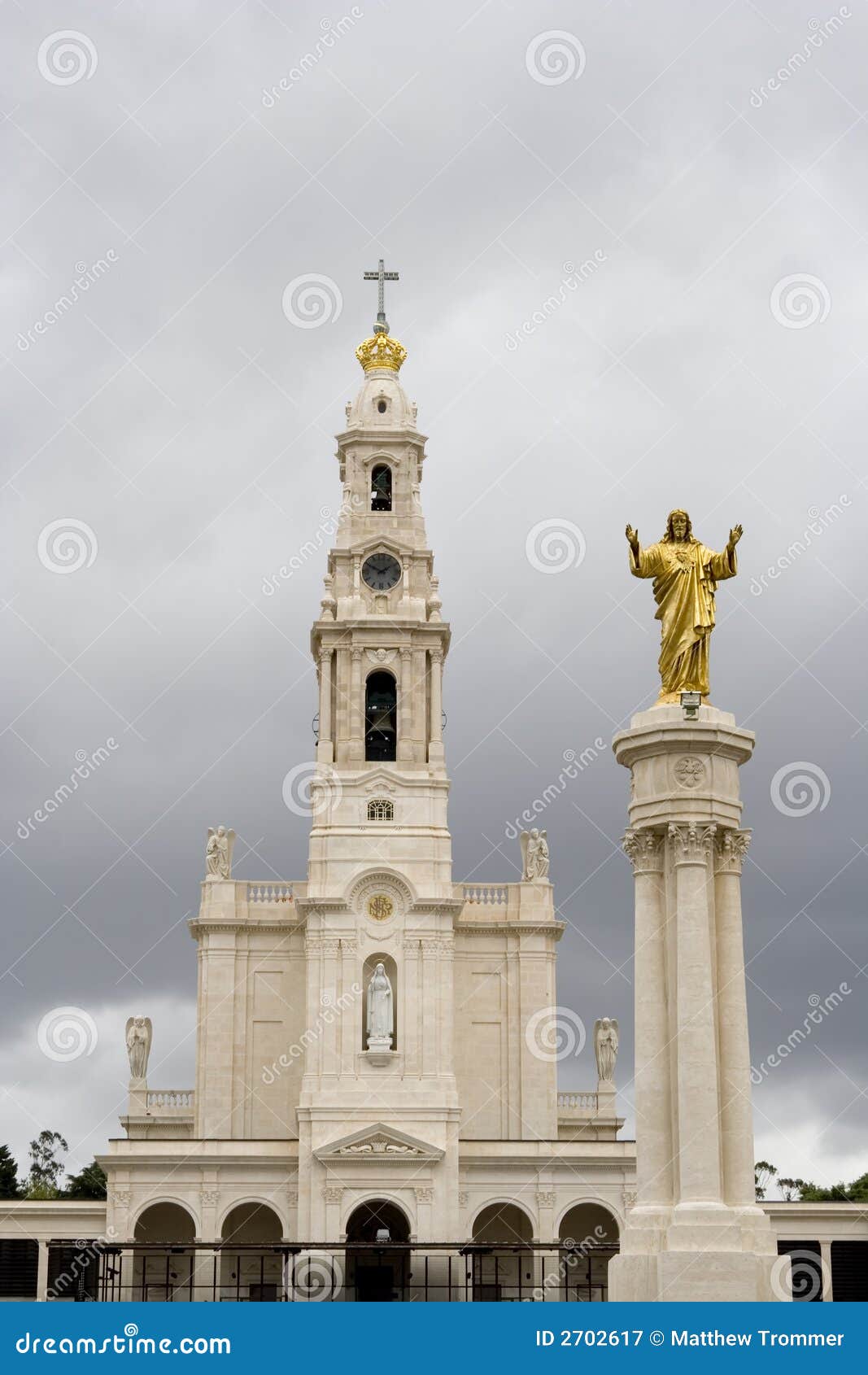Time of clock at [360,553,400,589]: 1:49
